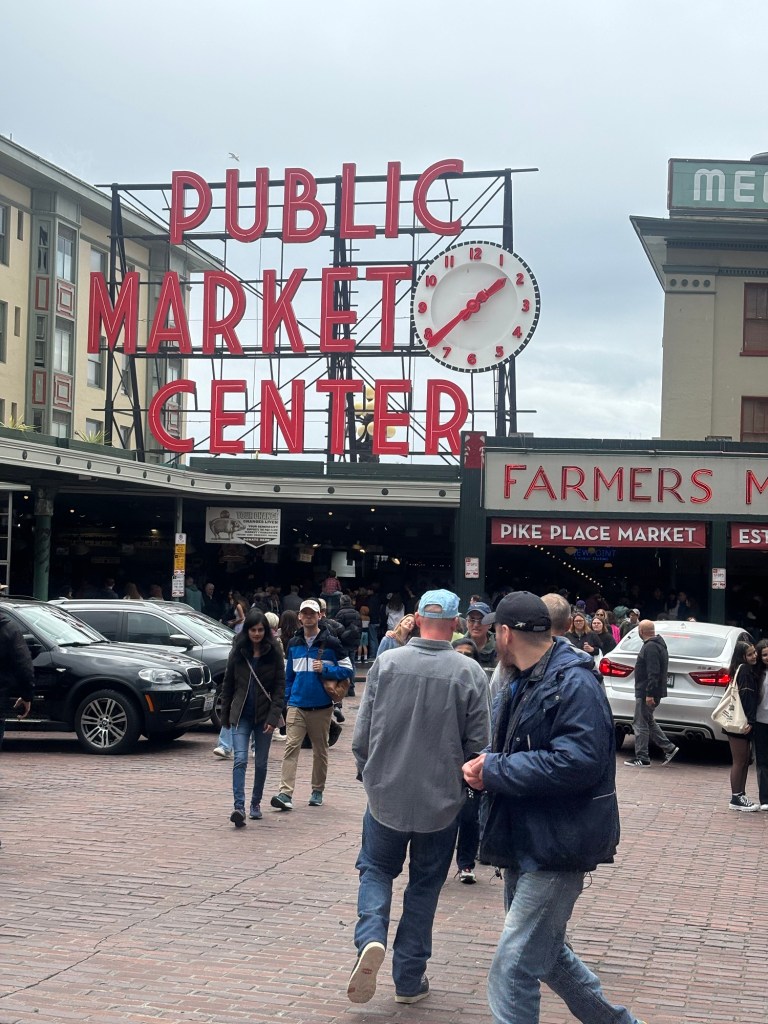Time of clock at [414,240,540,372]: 1:38
